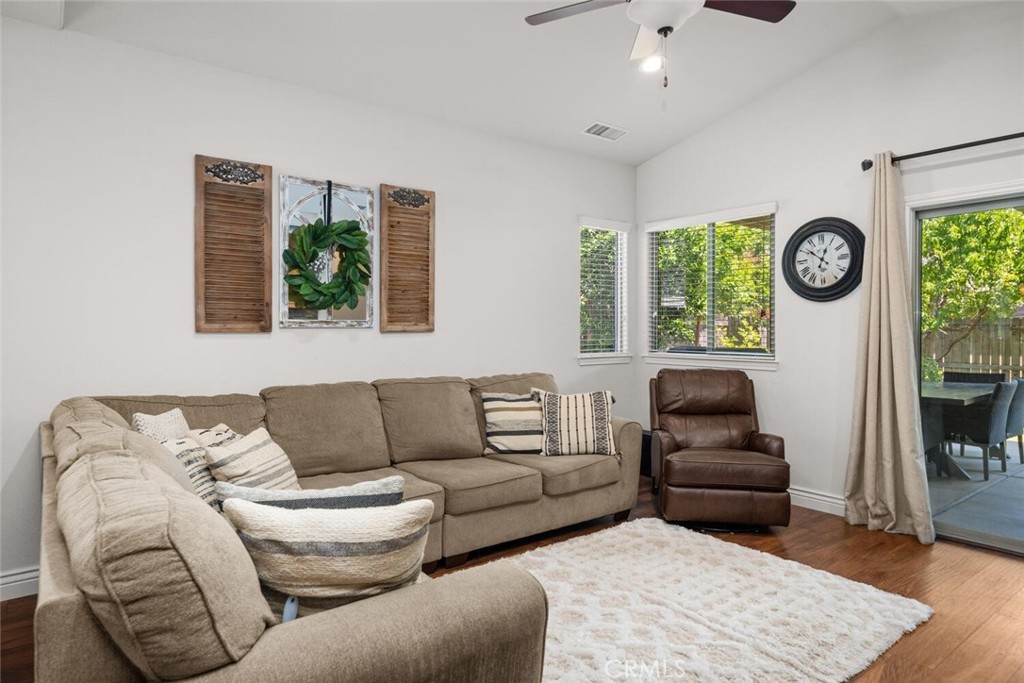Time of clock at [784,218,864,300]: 12:51
